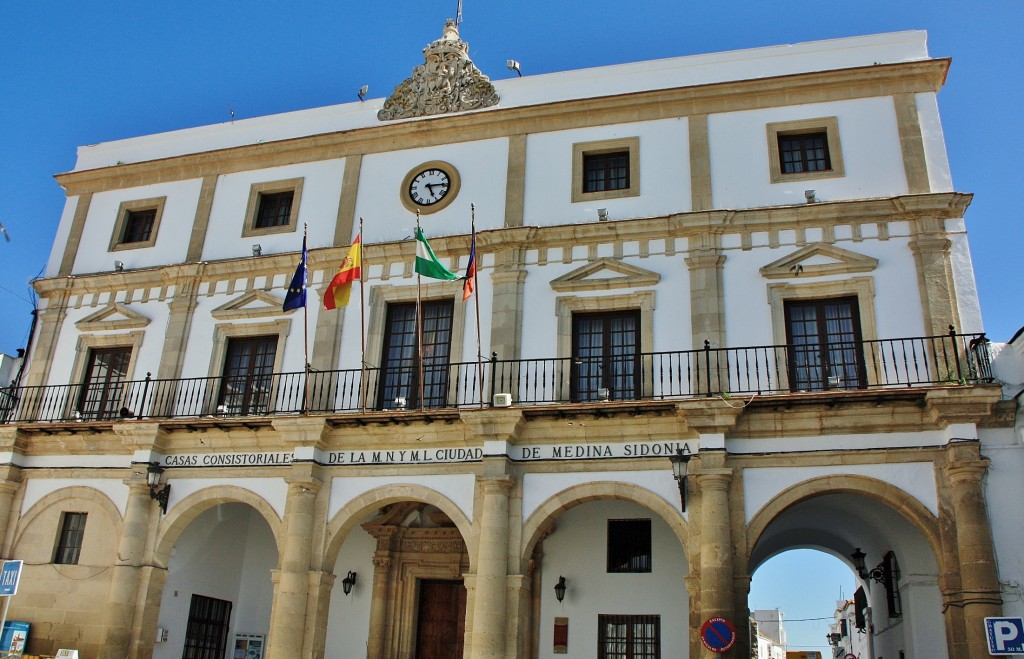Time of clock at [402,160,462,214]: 5:14
